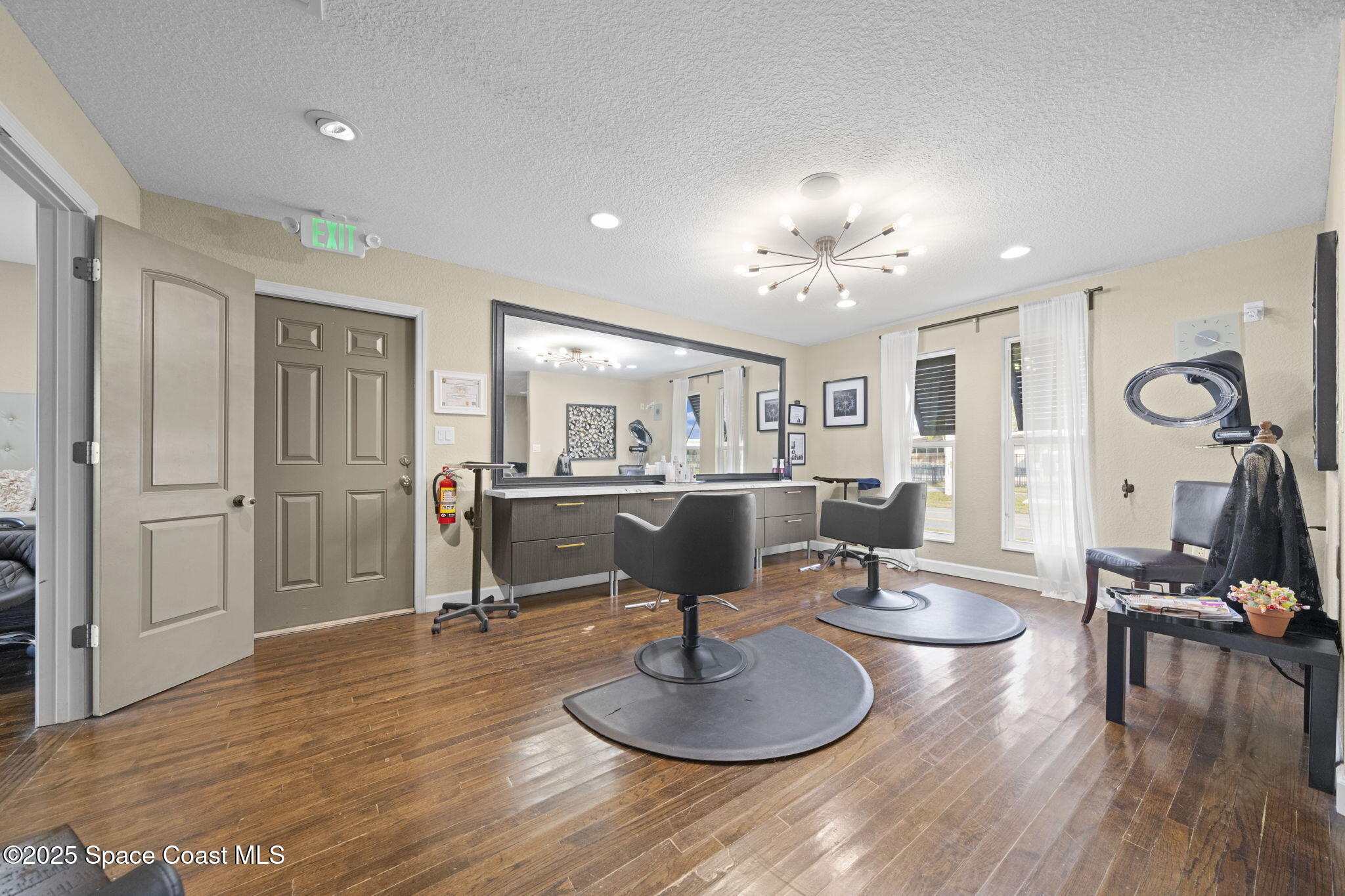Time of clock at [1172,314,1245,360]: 10:21
